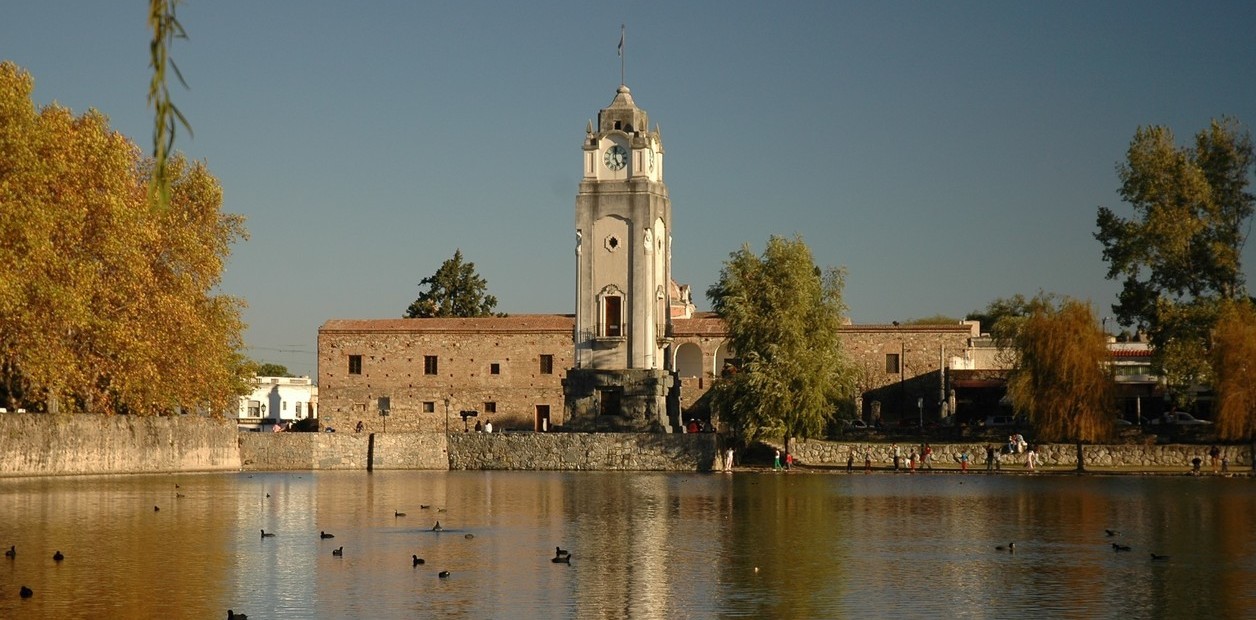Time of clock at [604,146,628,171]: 4:59
